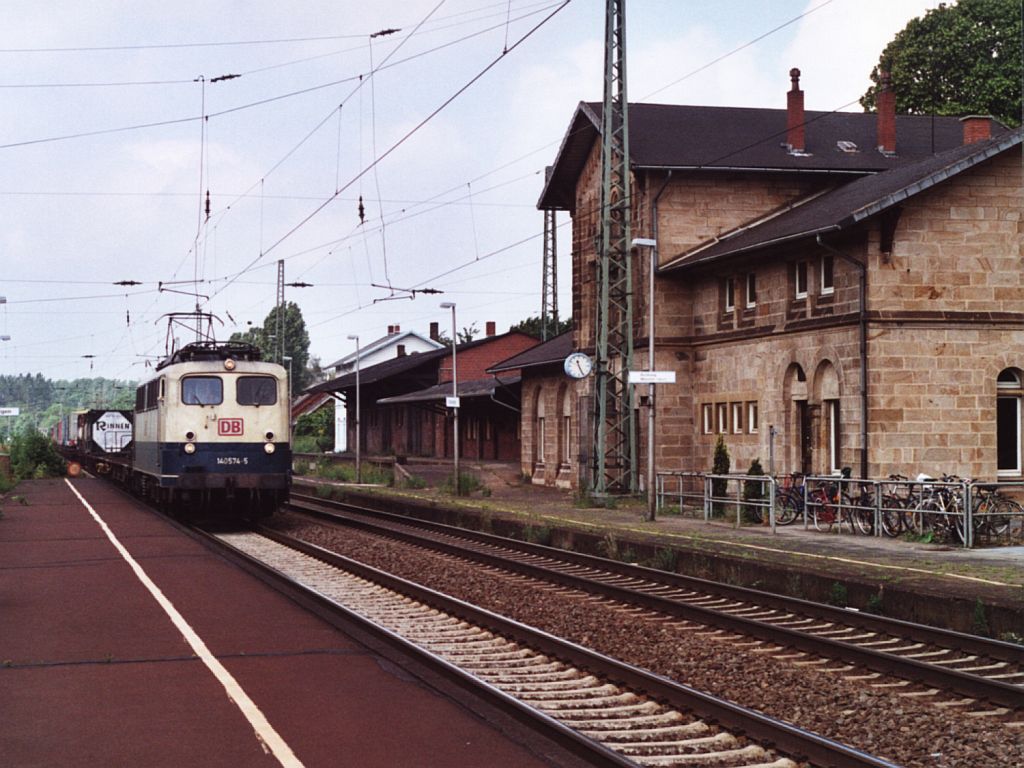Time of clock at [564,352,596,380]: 11:25
